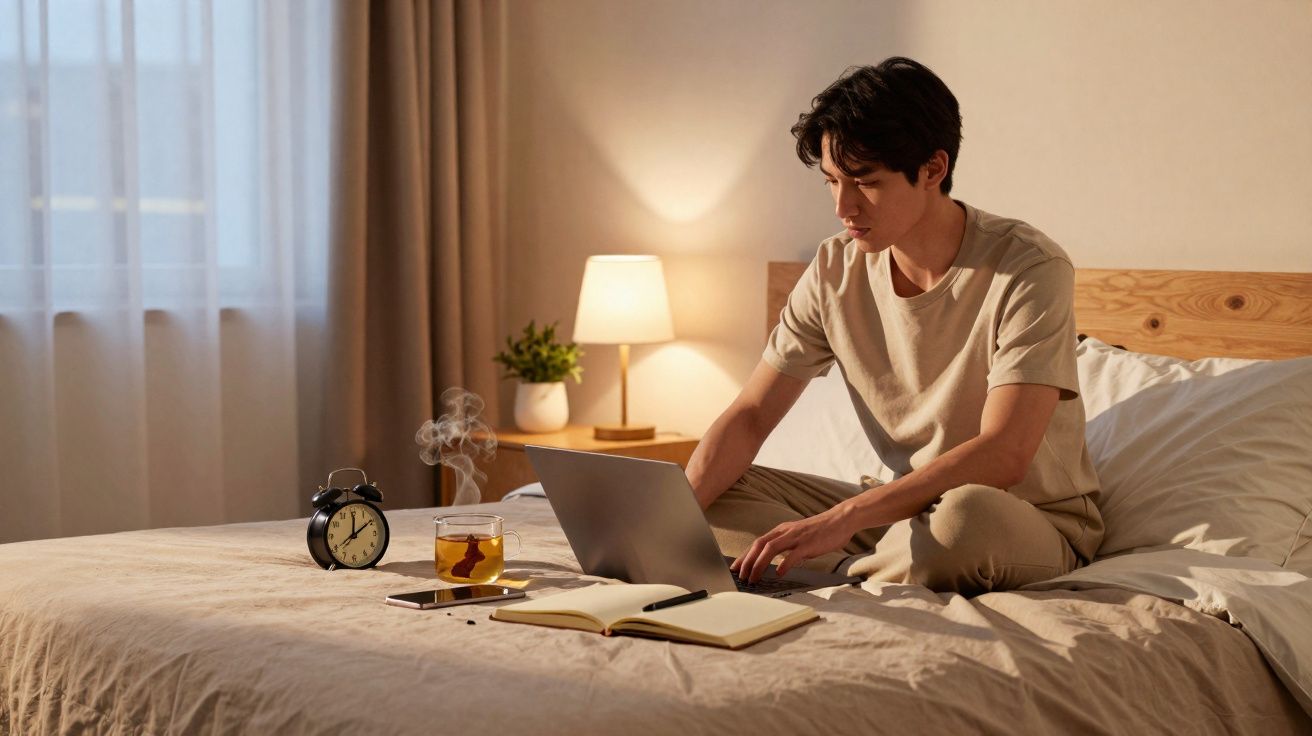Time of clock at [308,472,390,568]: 12:09
